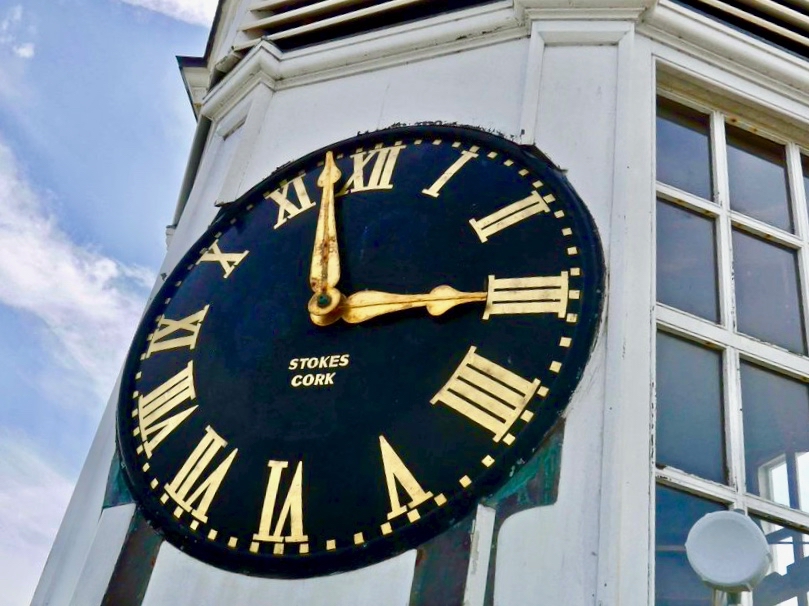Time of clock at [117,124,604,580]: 2:57
